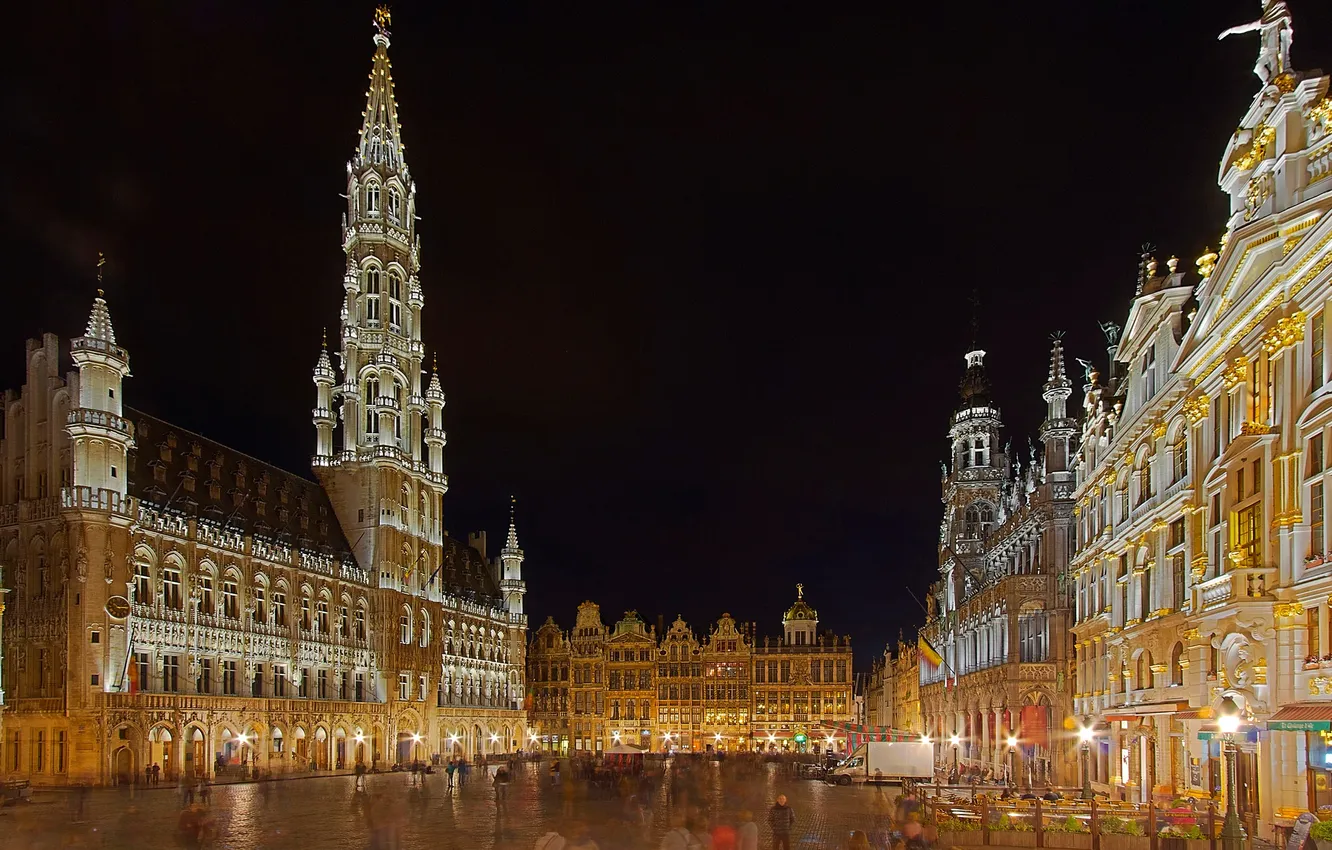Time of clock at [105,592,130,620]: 10:14
